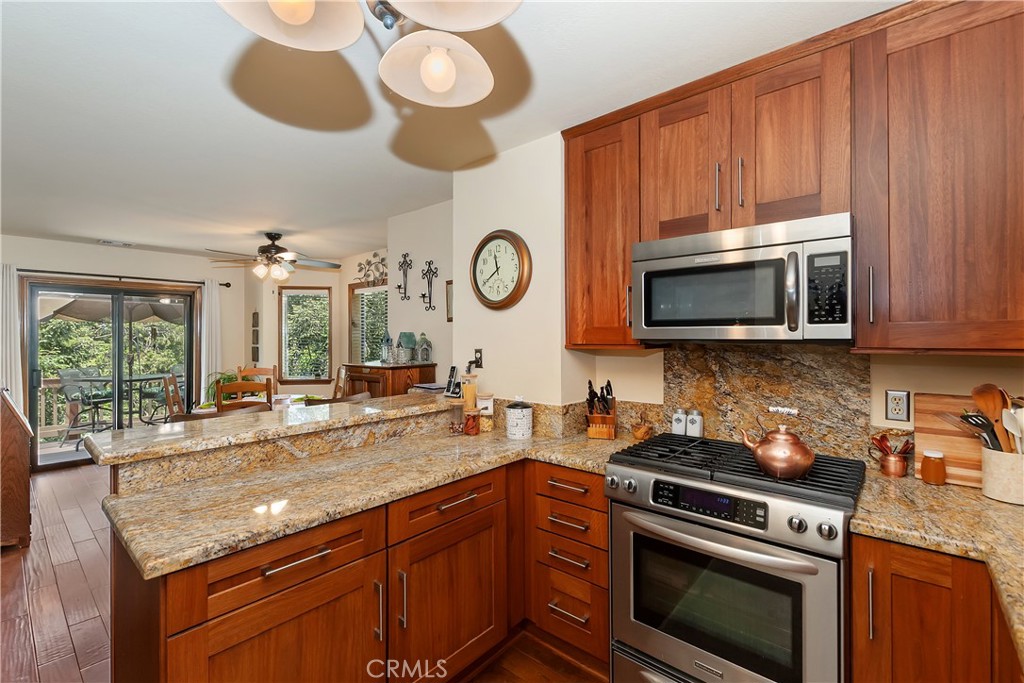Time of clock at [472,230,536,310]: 11:39
